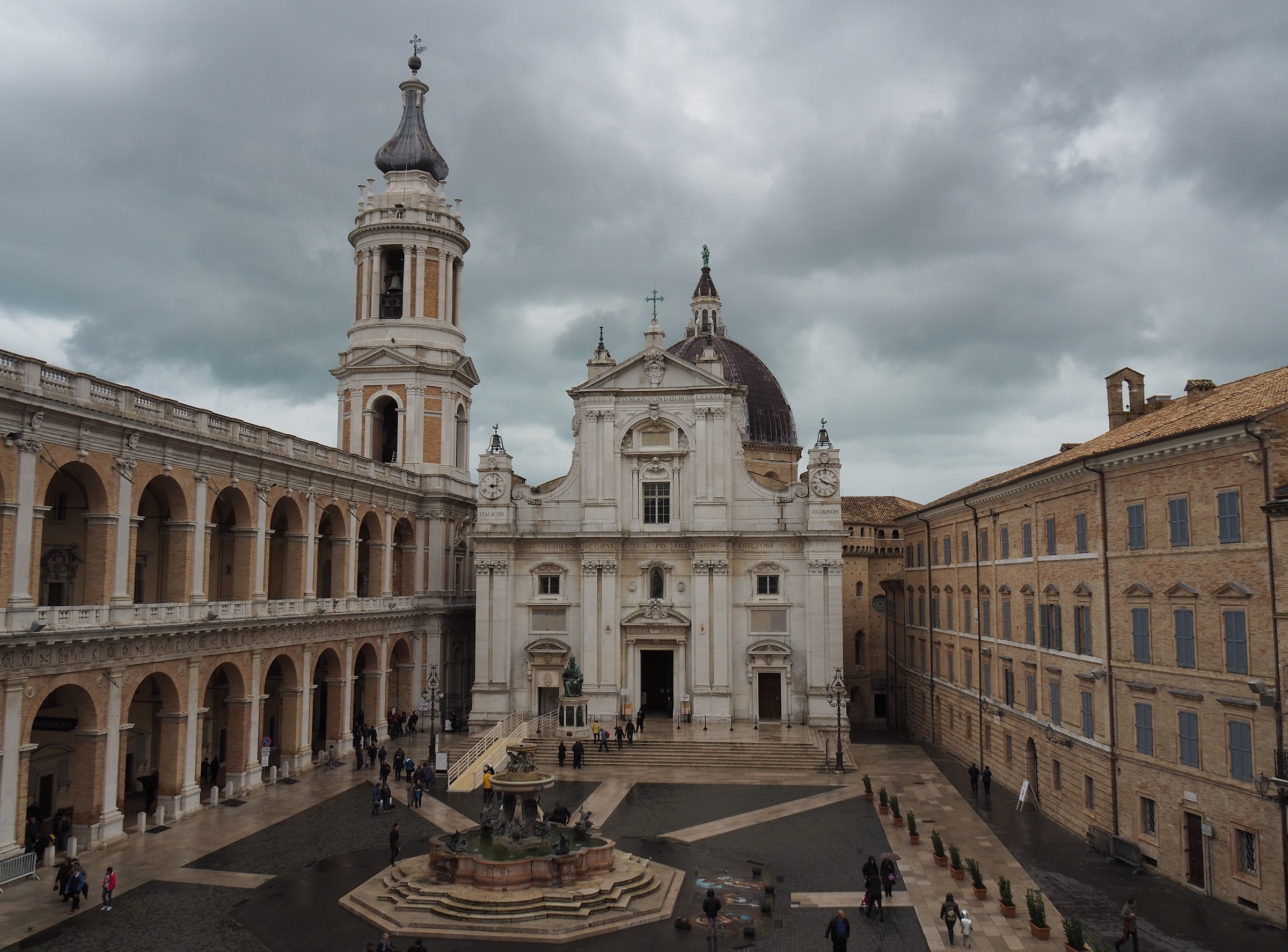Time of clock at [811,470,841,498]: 10:17
